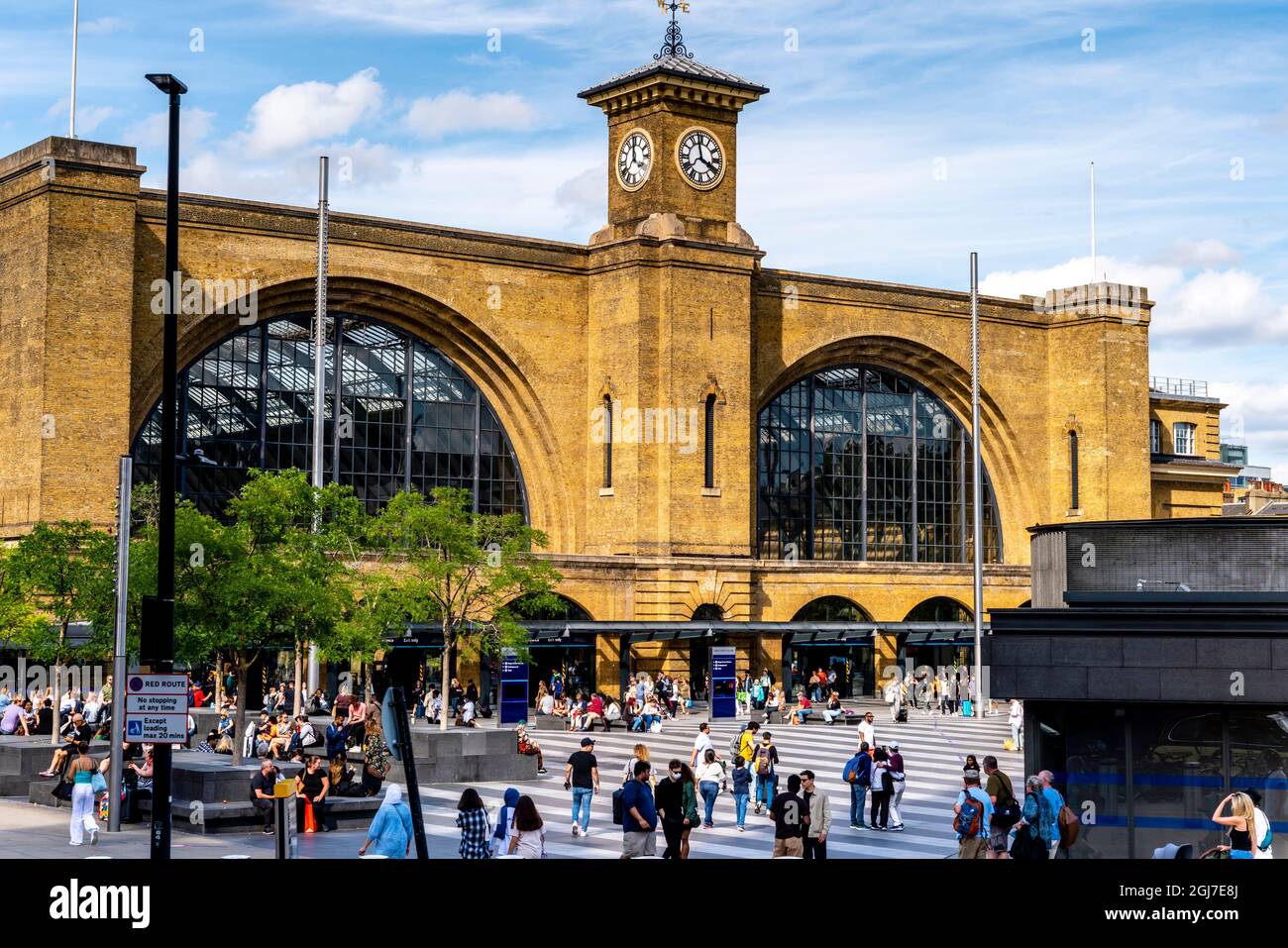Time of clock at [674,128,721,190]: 3:58
